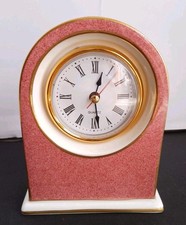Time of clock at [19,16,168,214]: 12:28
